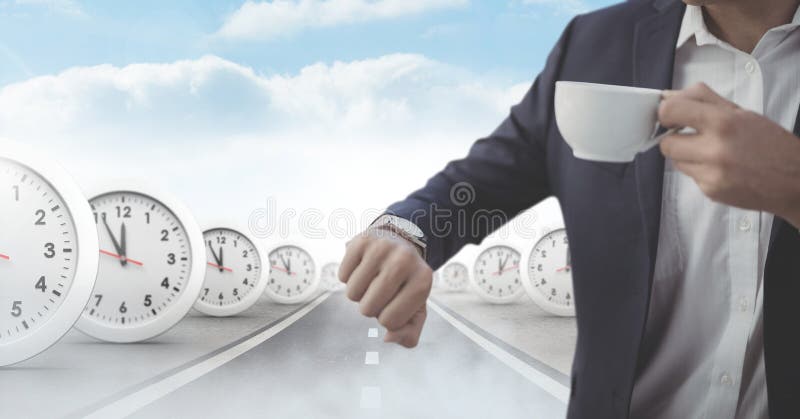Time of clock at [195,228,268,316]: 11:54
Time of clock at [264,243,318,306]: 11:55
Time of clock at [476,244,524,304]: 12:04
